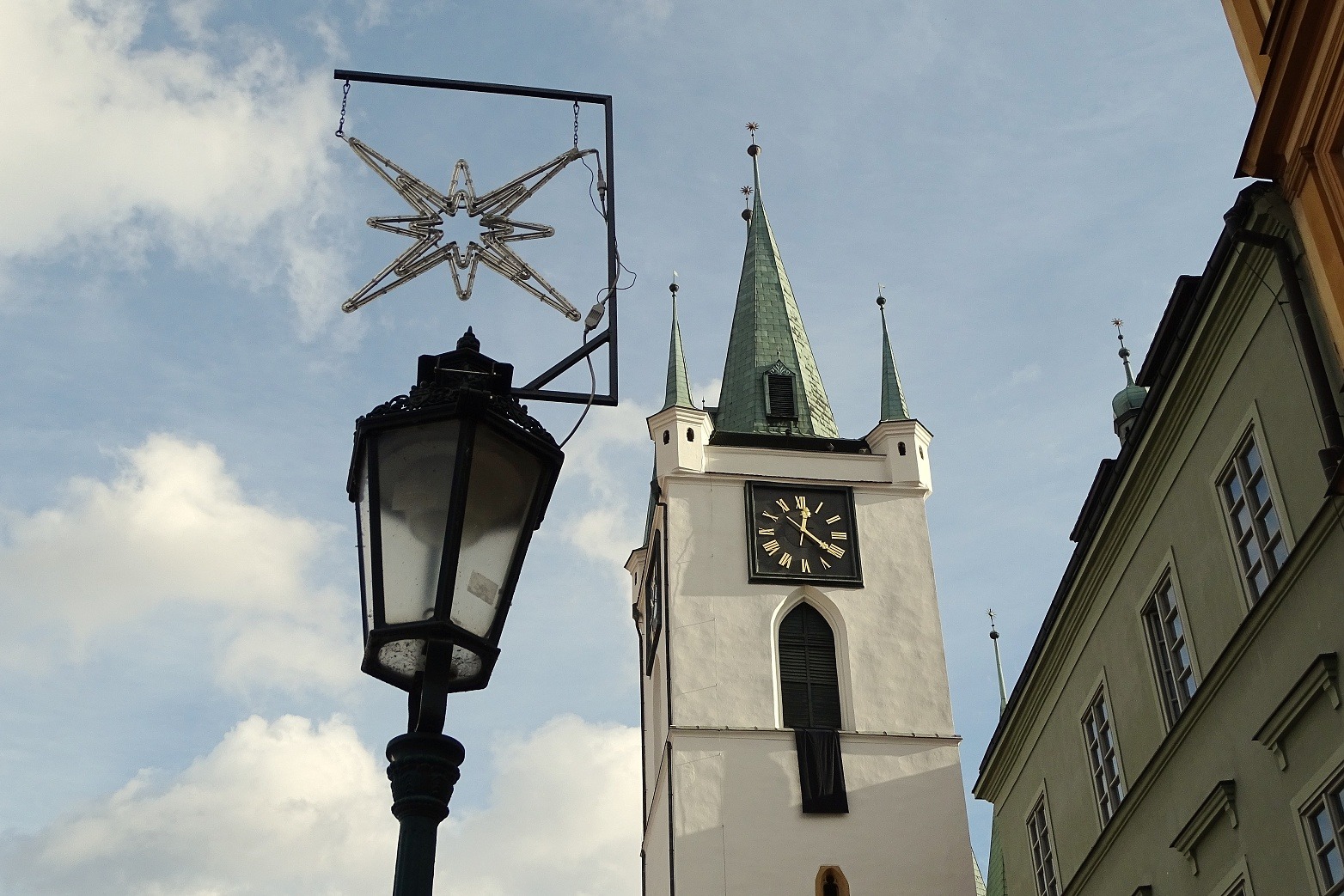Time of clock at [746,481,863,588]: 12:21
